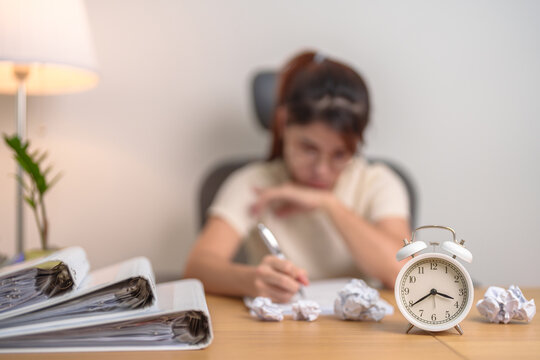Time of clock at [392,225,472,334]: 3:39
